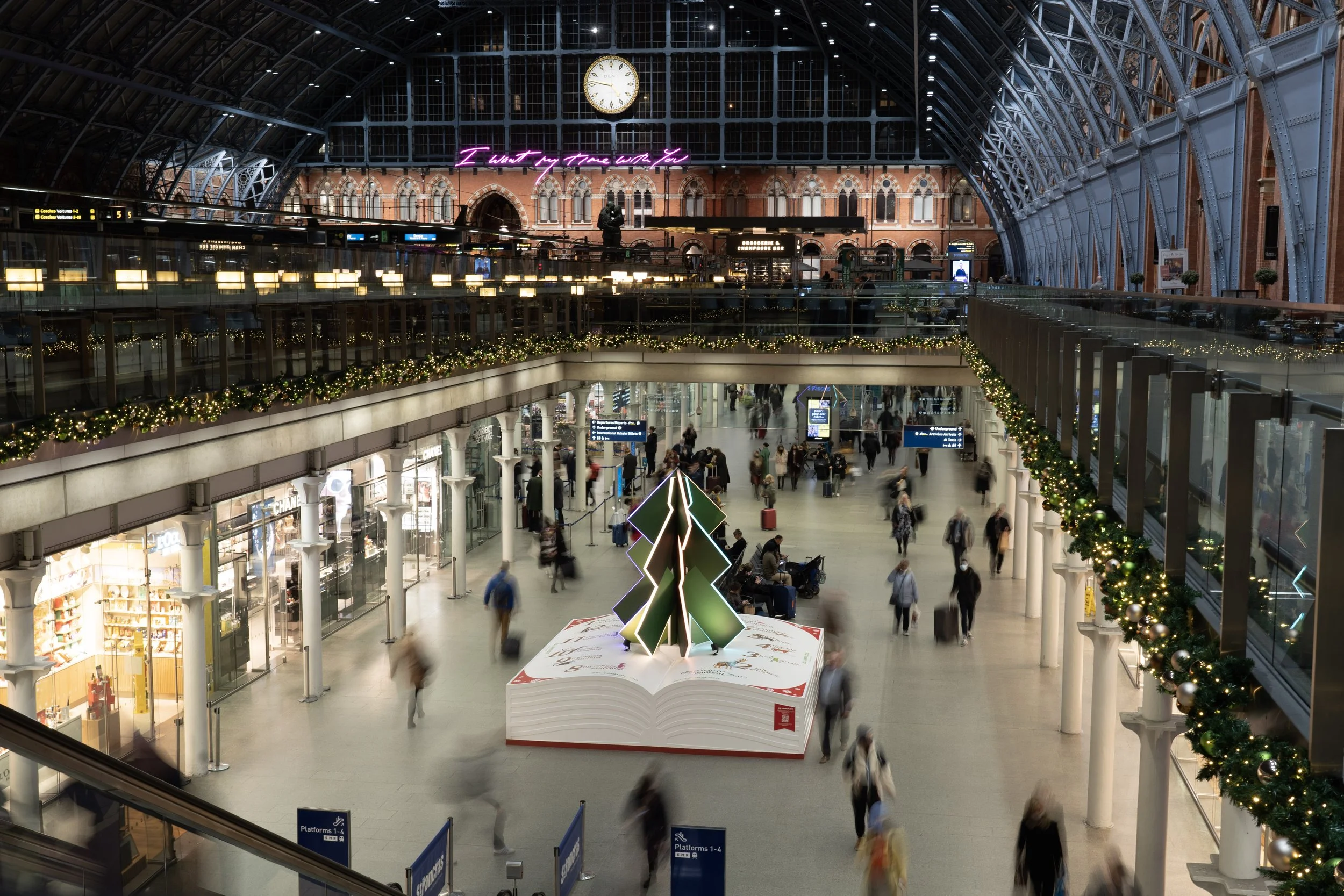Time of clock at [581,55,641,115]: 4:46
